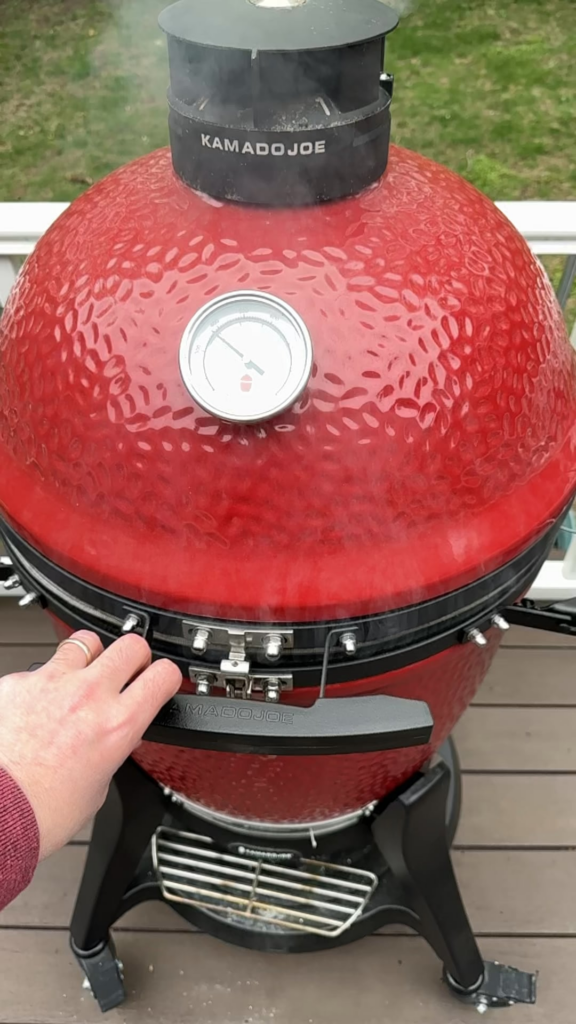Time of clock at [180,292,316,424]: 5:53
